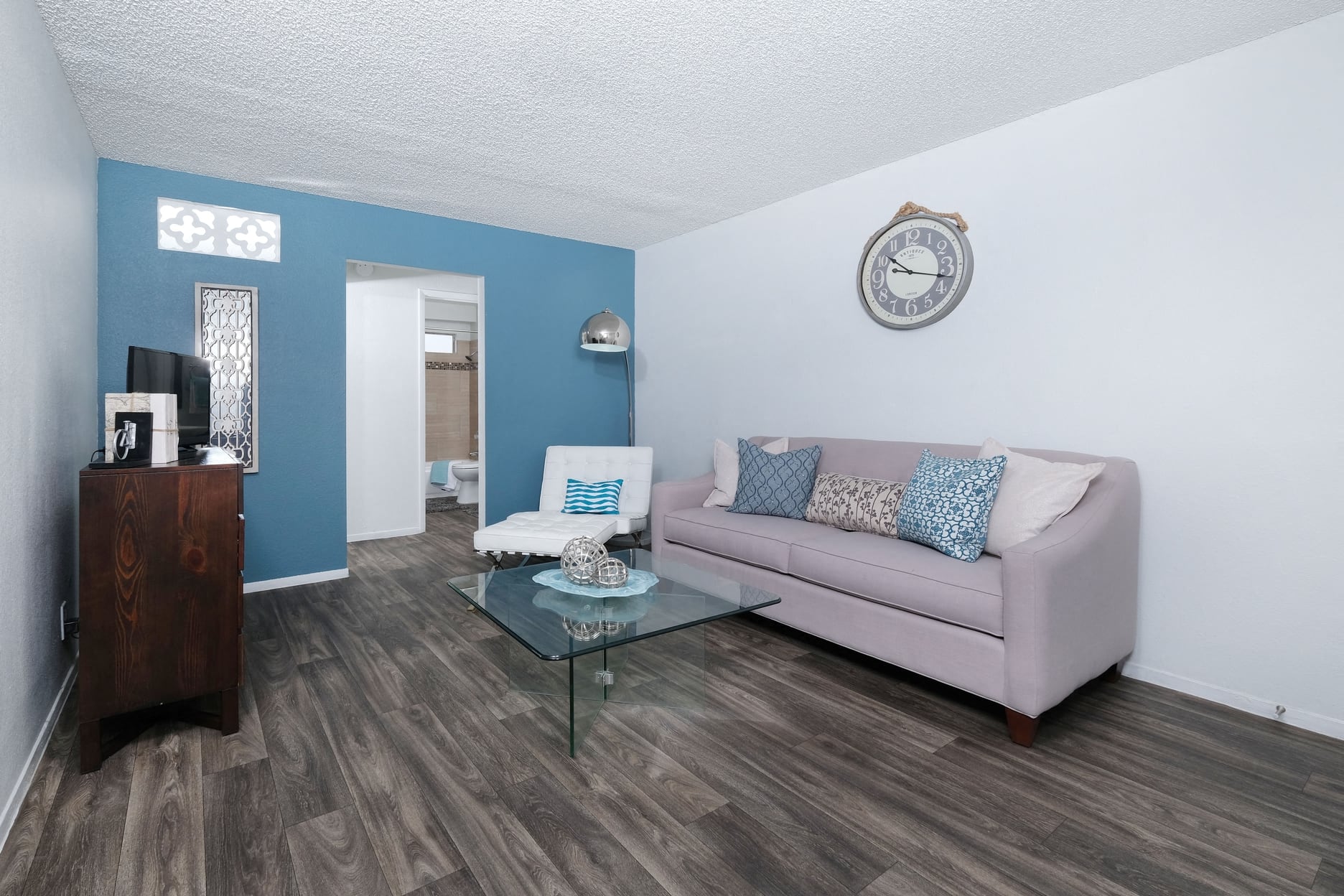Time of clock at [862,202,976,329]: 10:17
